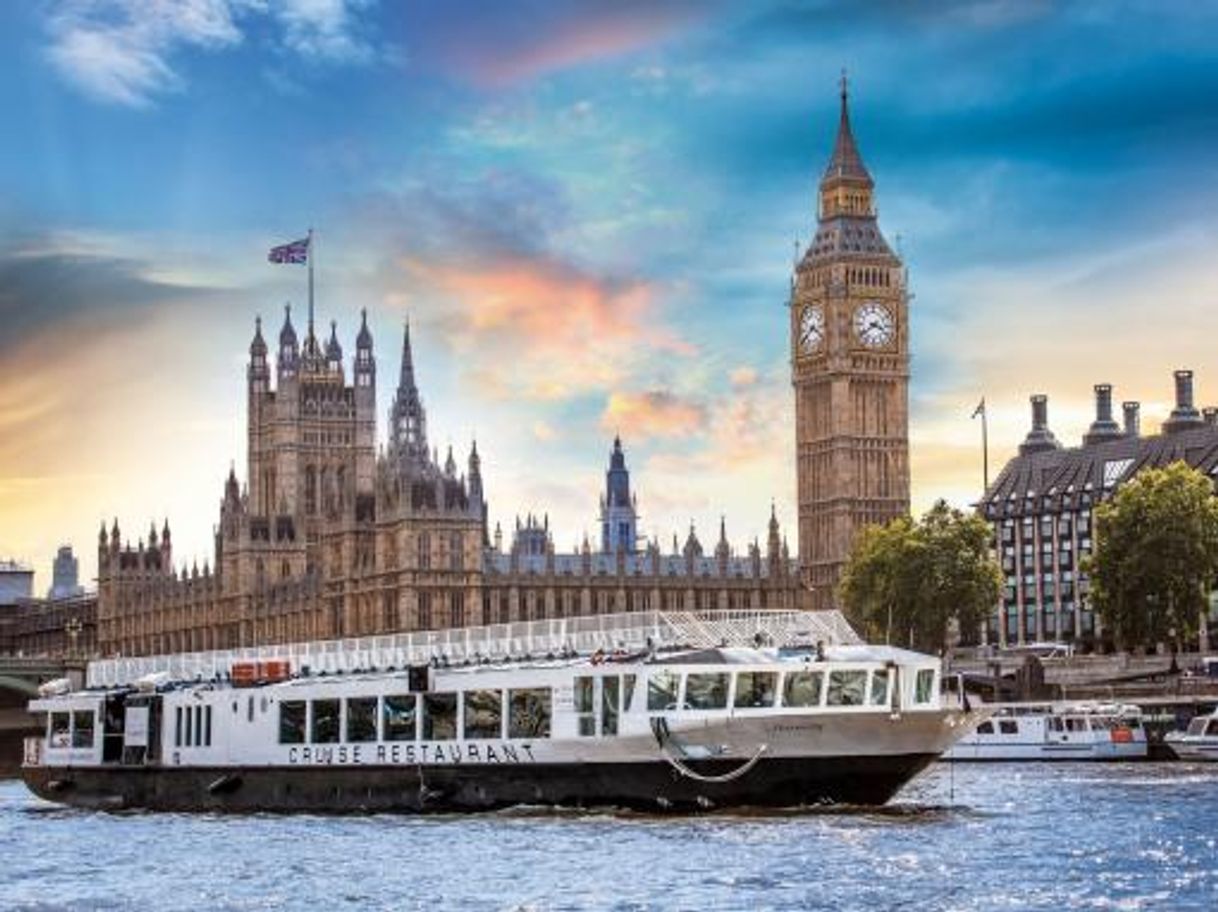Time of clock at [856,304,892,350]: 3:39
